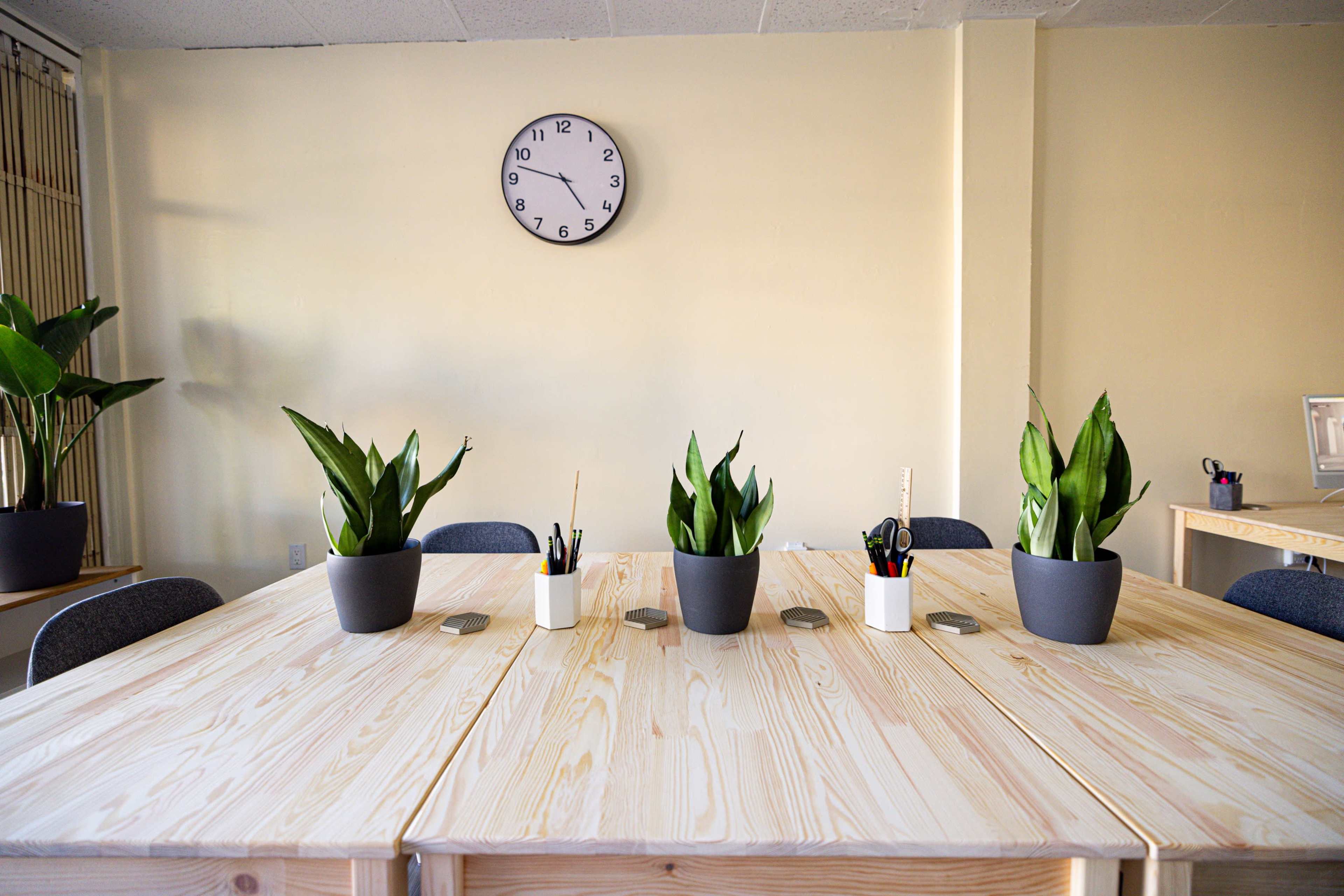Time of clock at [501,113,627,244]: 4:47
